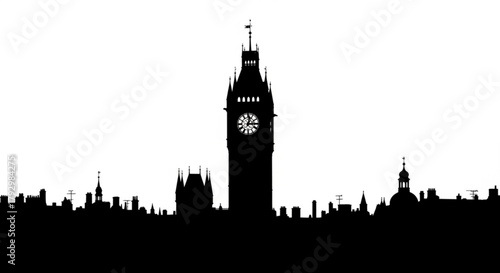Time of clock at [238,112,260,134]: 3:02
